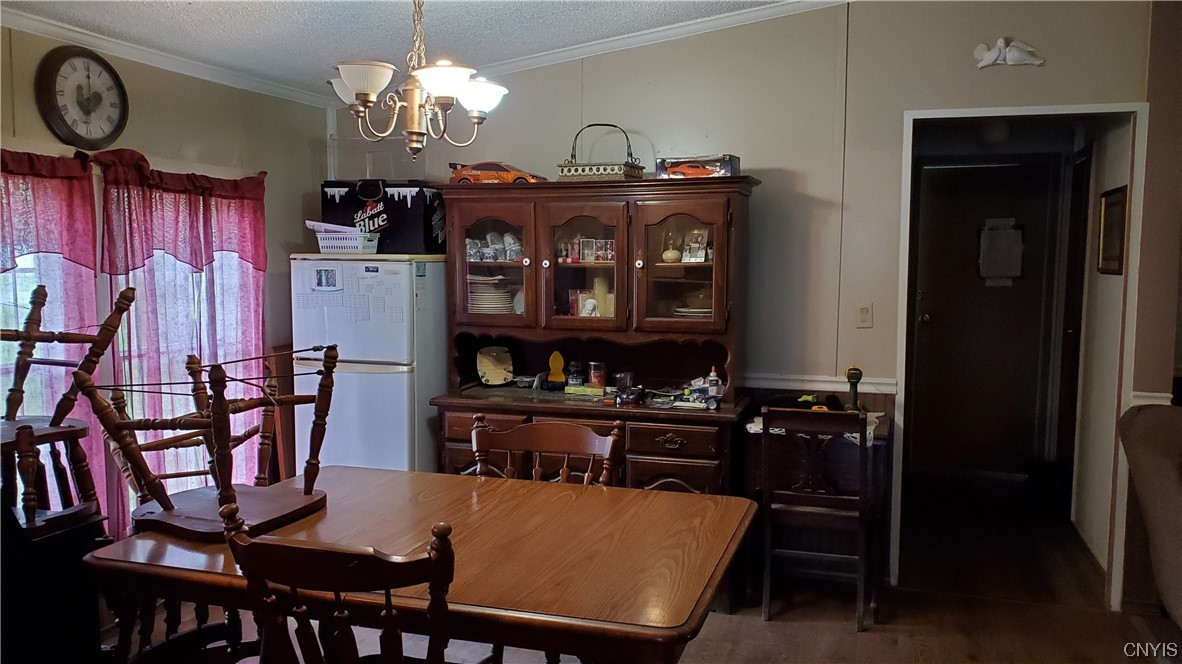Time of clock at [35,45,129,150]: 7:00
